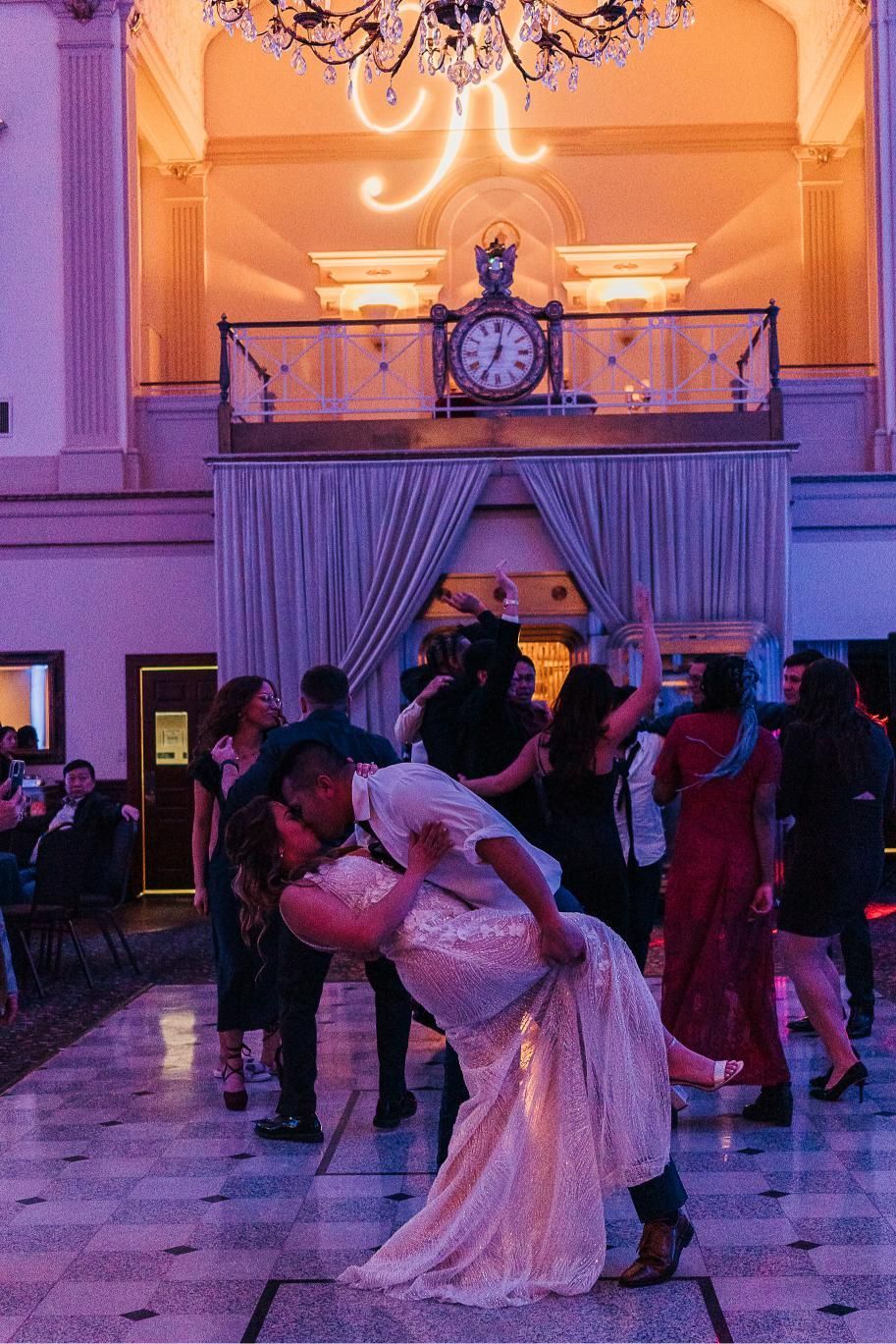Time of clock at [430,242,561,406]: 7:01
